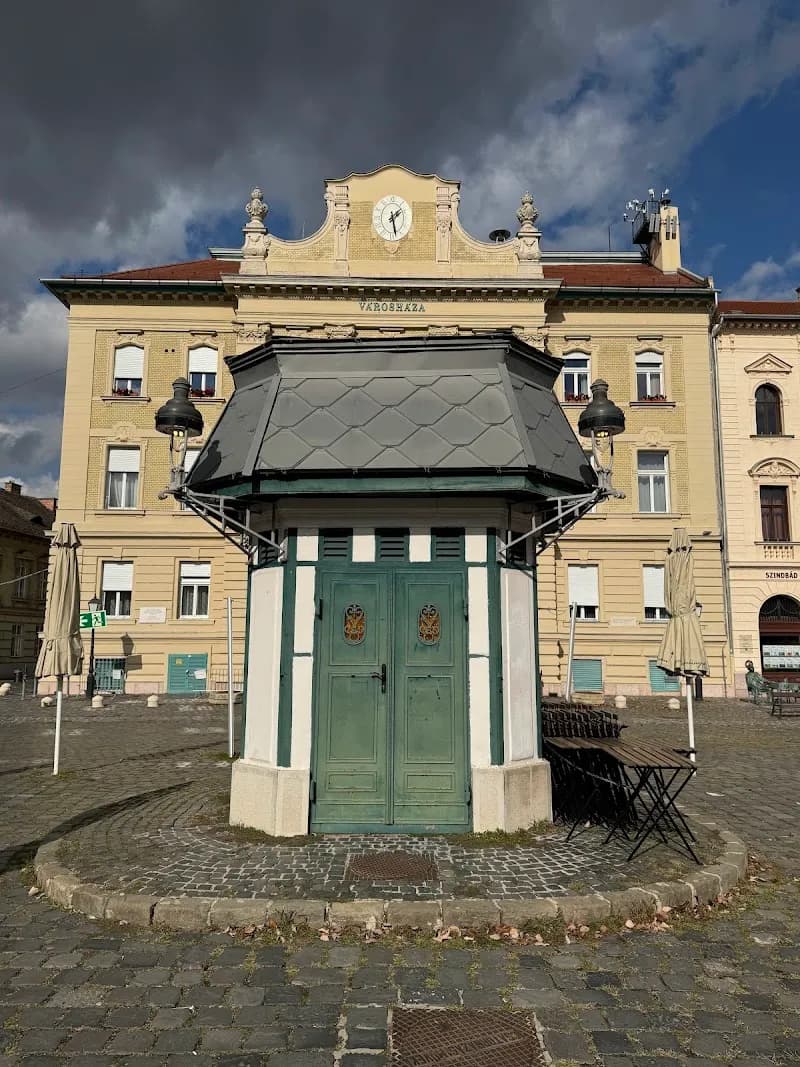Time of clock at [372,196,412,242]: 1:28
